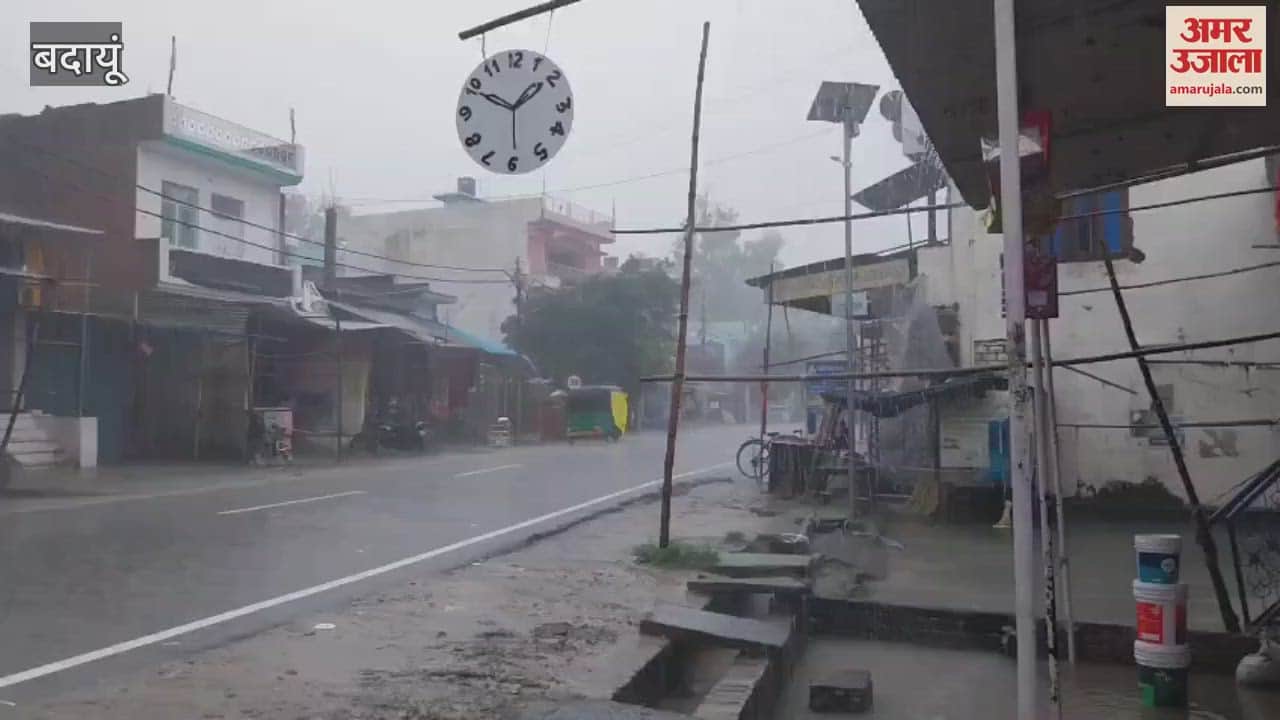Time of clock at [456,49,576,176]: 1:49
